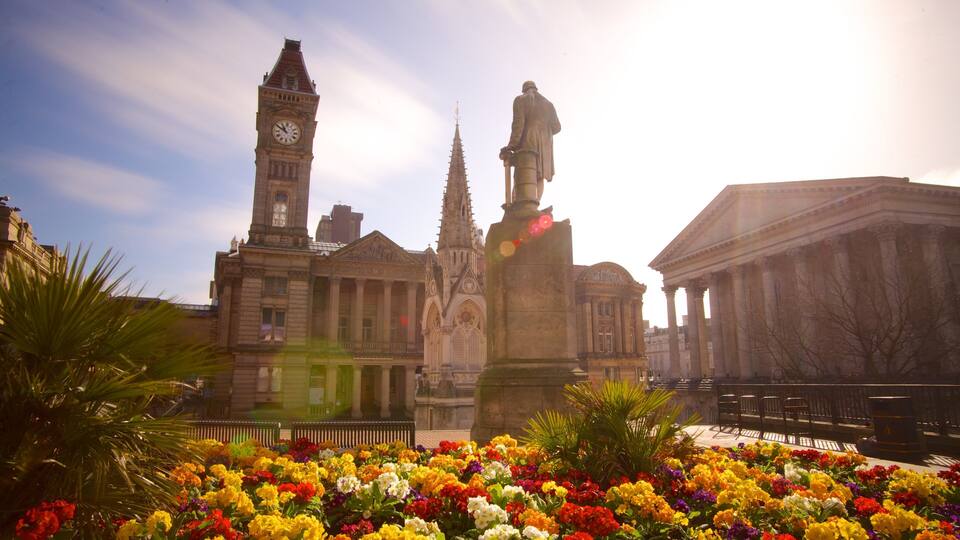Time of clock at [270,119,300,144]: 10:50
